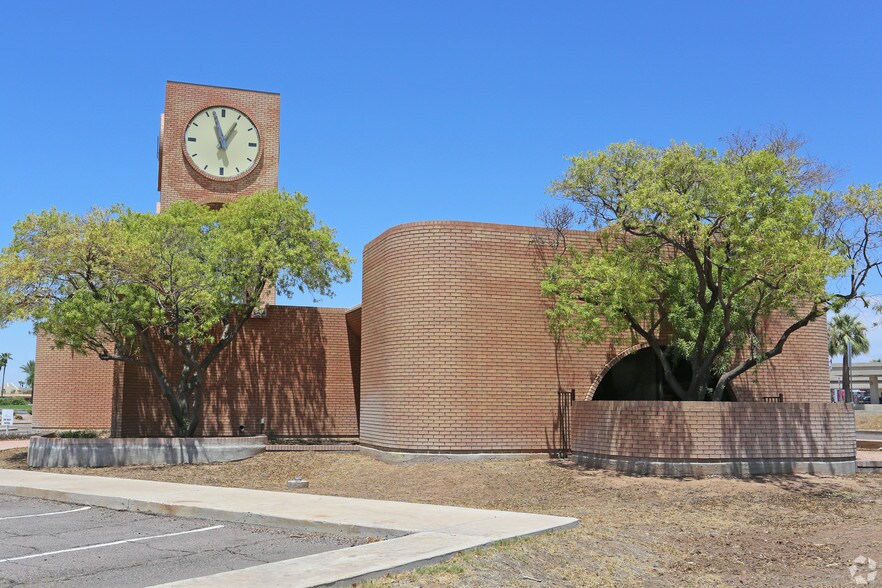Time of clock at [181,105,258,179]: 12:57
